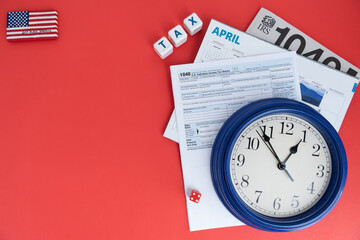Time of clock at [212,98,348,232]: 12:53
